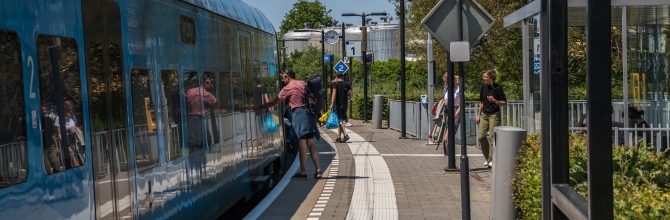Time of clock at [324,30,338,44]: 1:46
